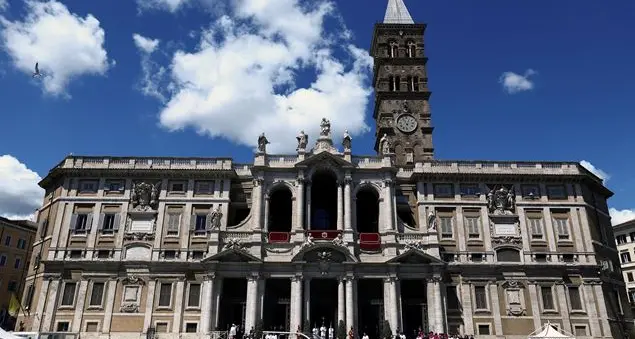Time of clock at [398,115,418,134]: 12:55
